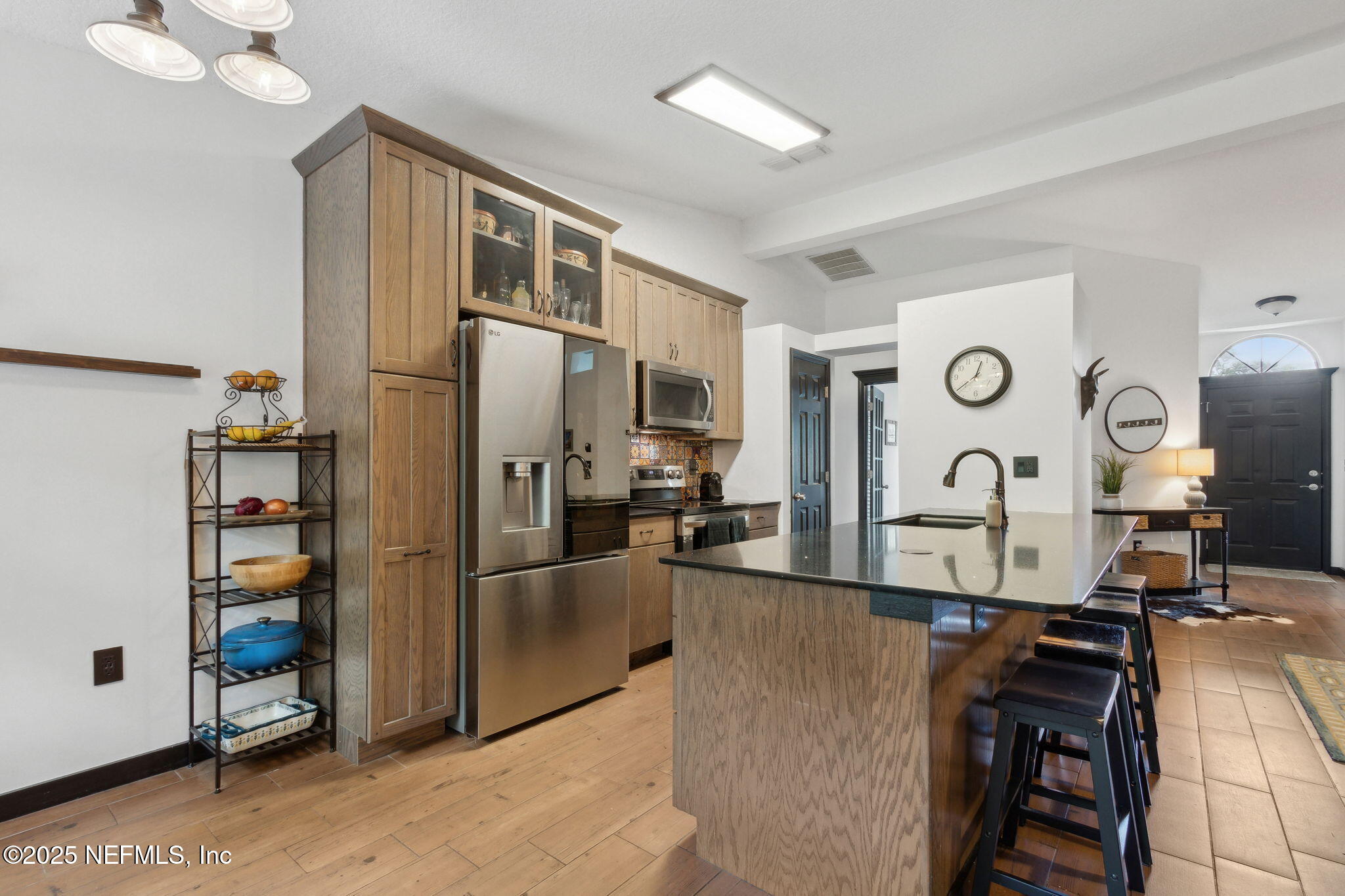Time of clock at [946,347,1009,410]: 12:38
